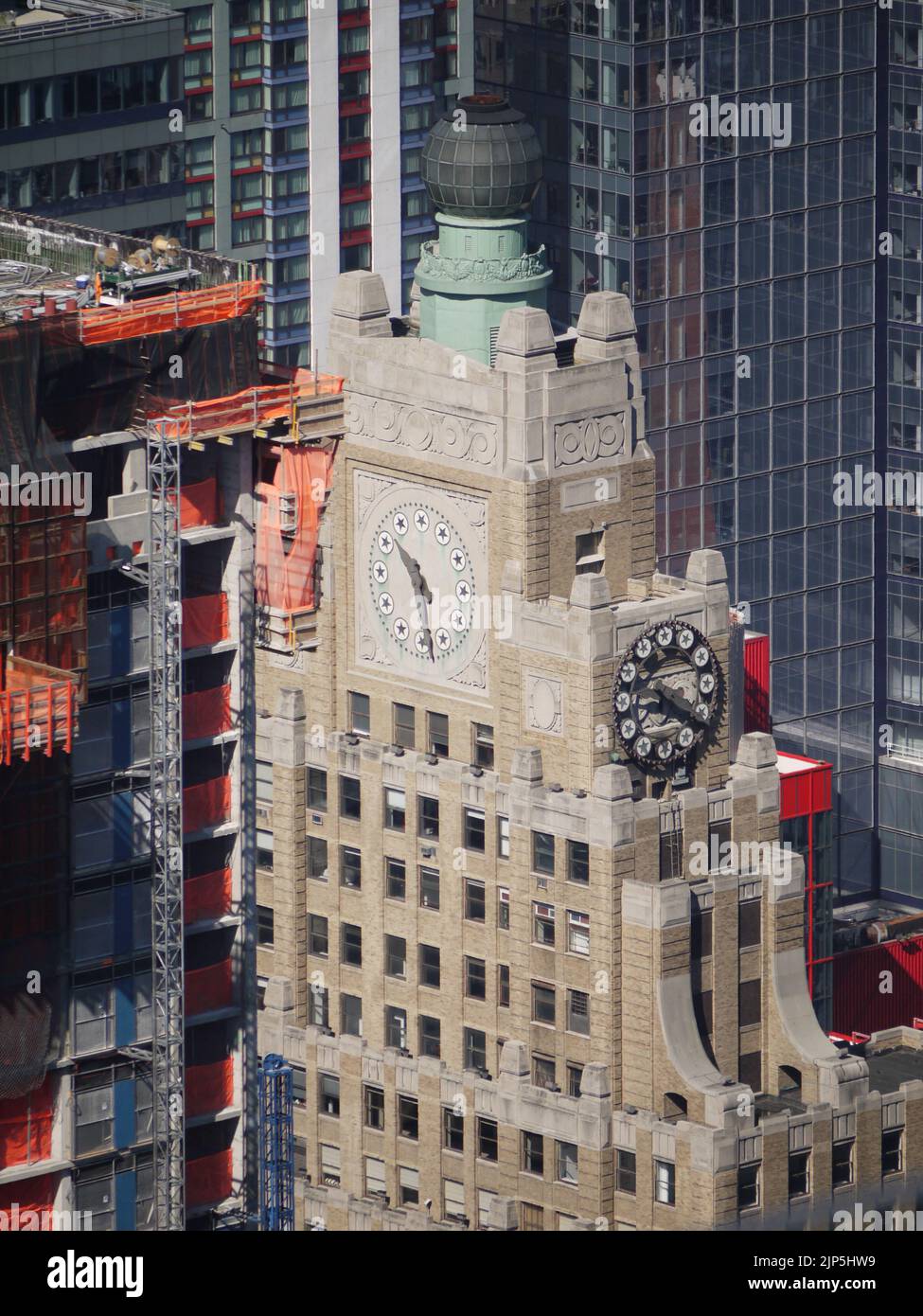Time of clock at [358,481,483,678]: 10:28
